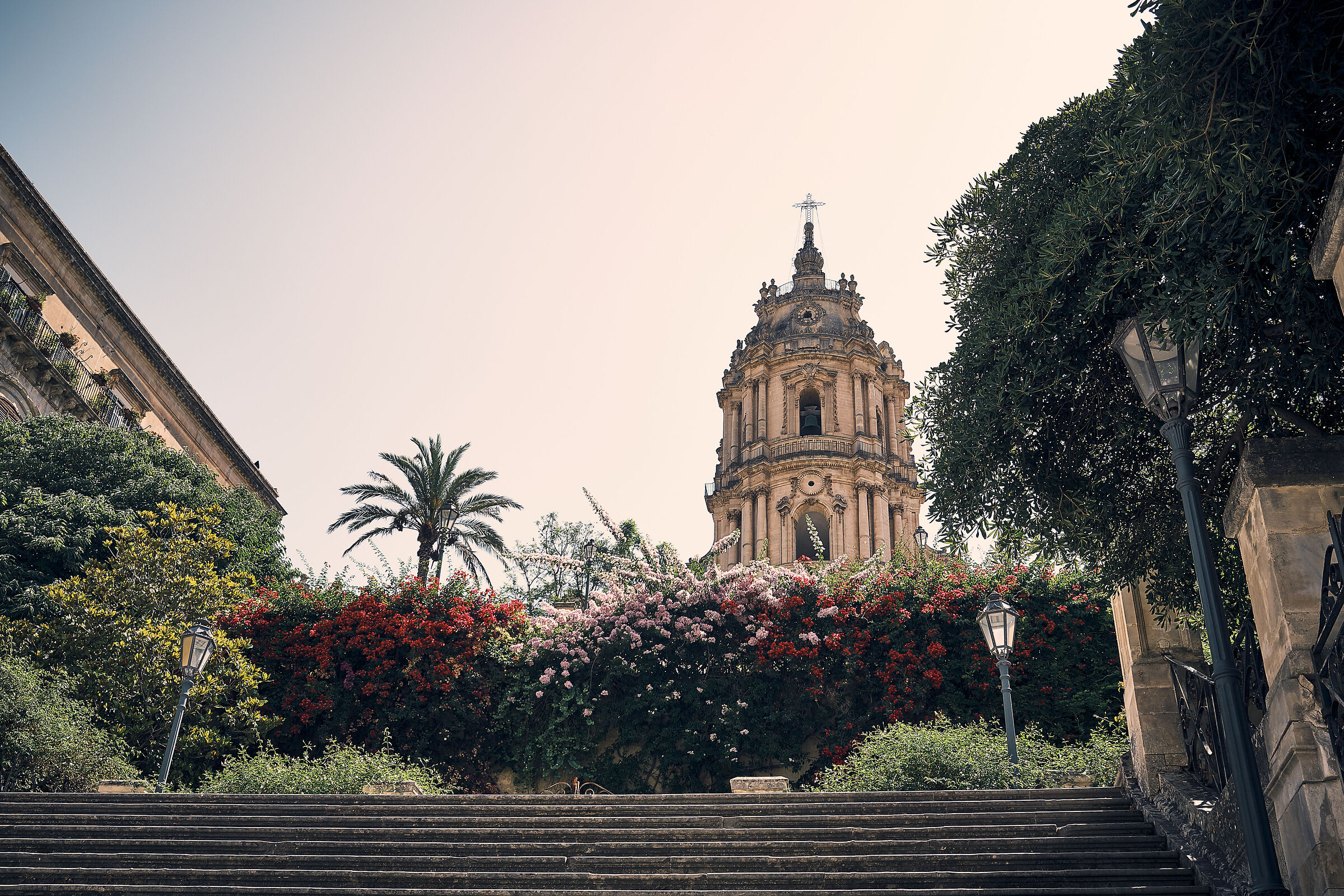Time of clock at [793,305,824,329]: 7:24
